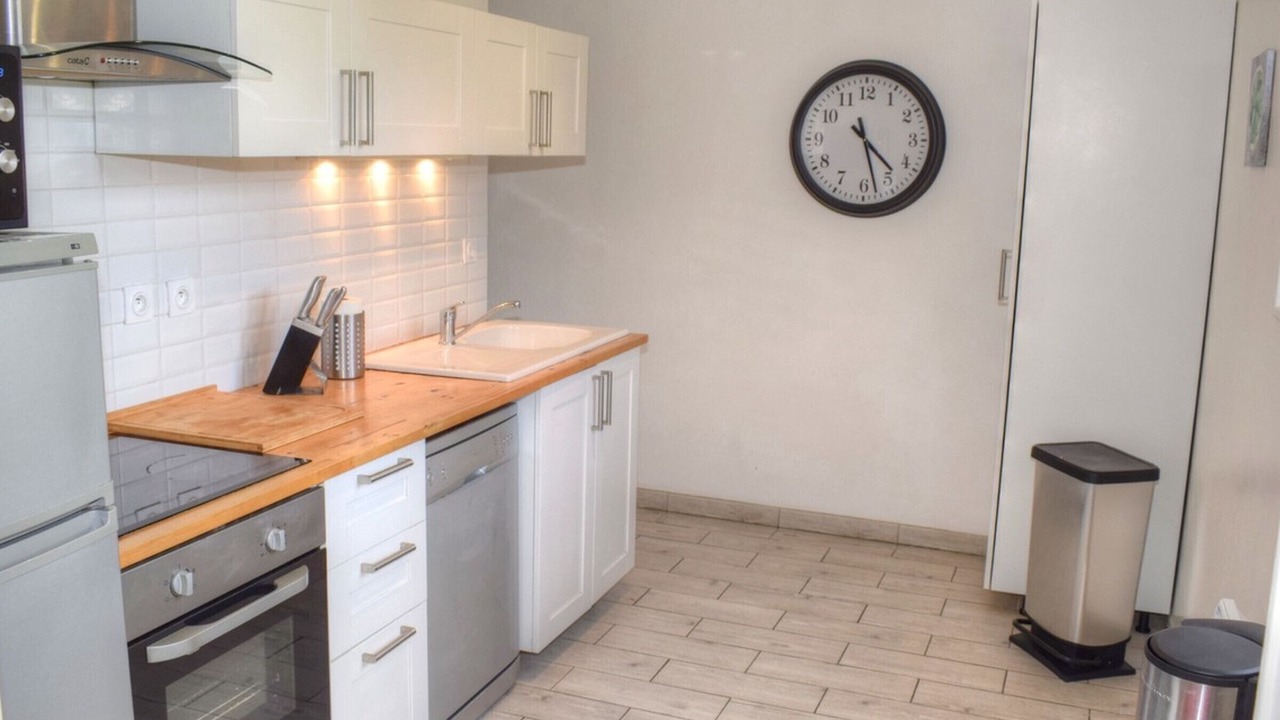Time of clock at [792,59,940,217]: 4:27
